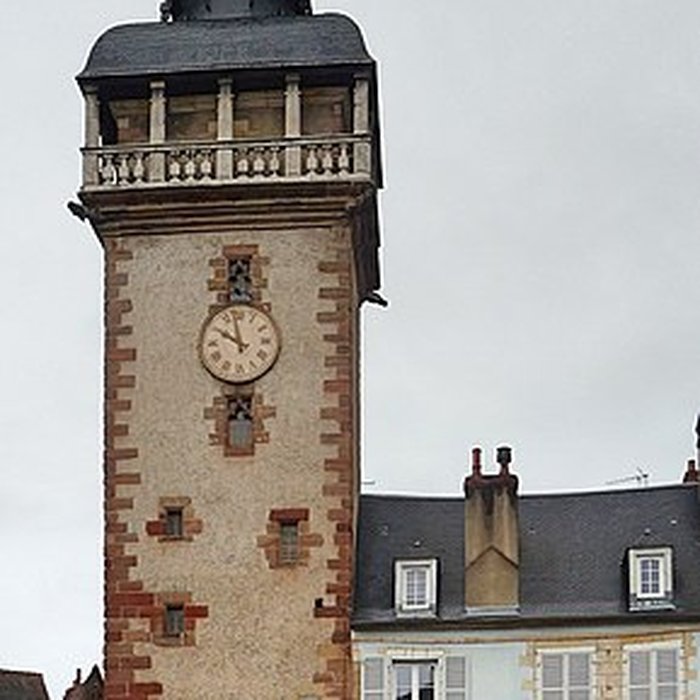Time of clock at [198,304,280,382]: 9:57
